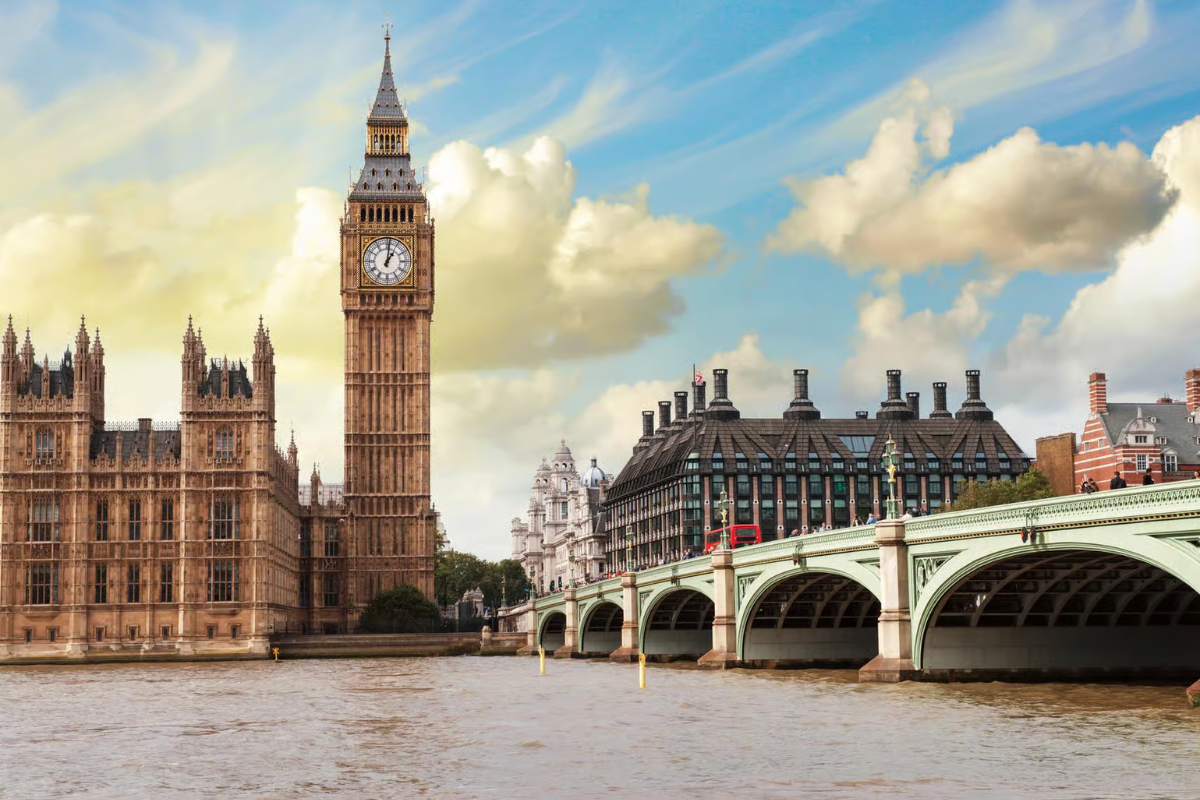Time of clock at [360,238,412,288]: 1:01
